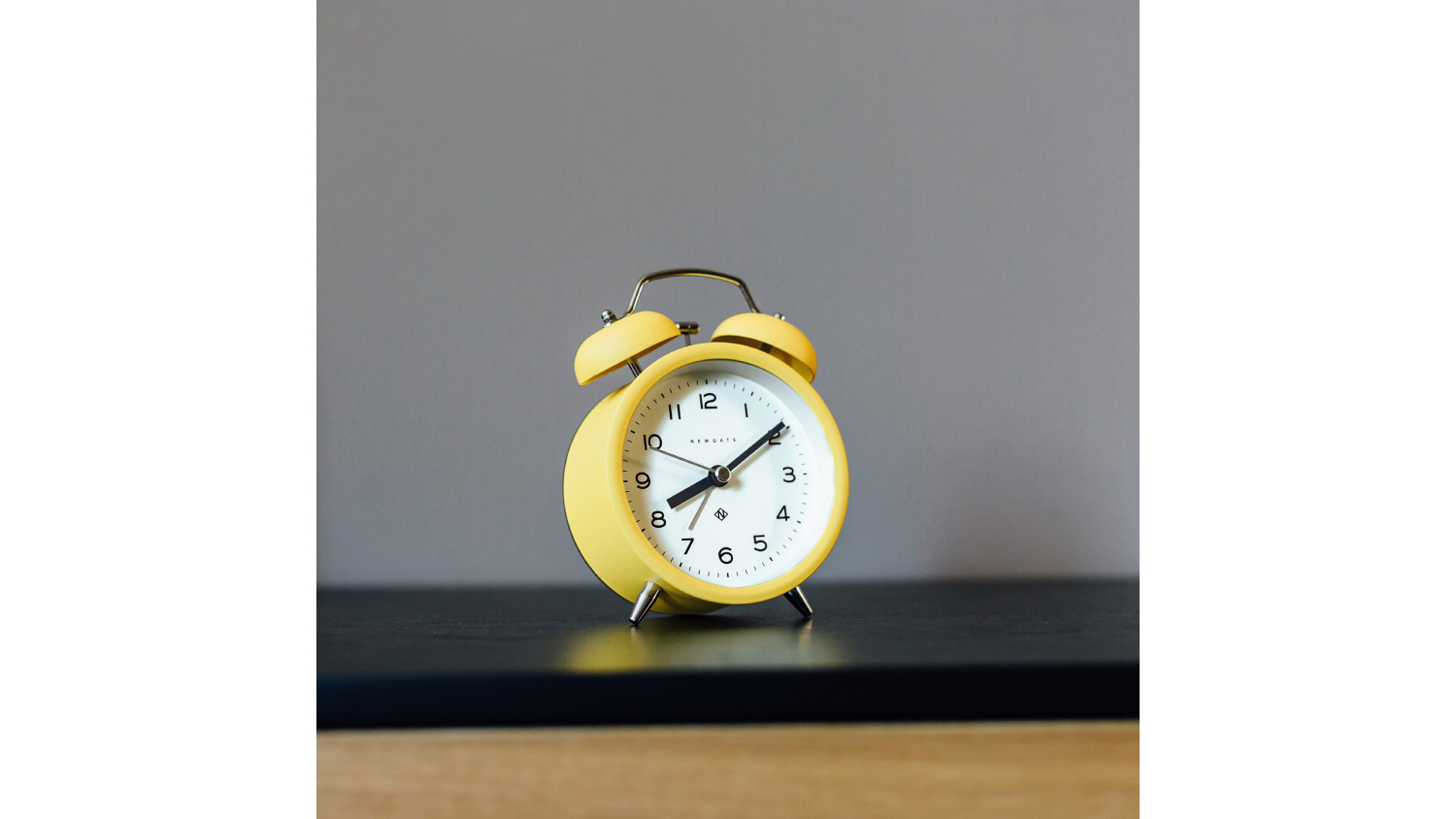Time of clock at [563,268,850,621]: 8:09
